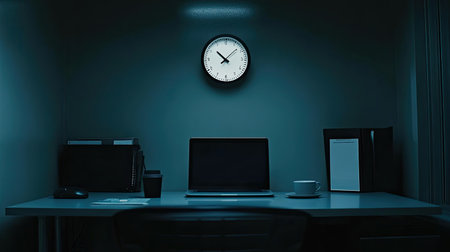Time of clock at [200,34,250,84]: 10:07
